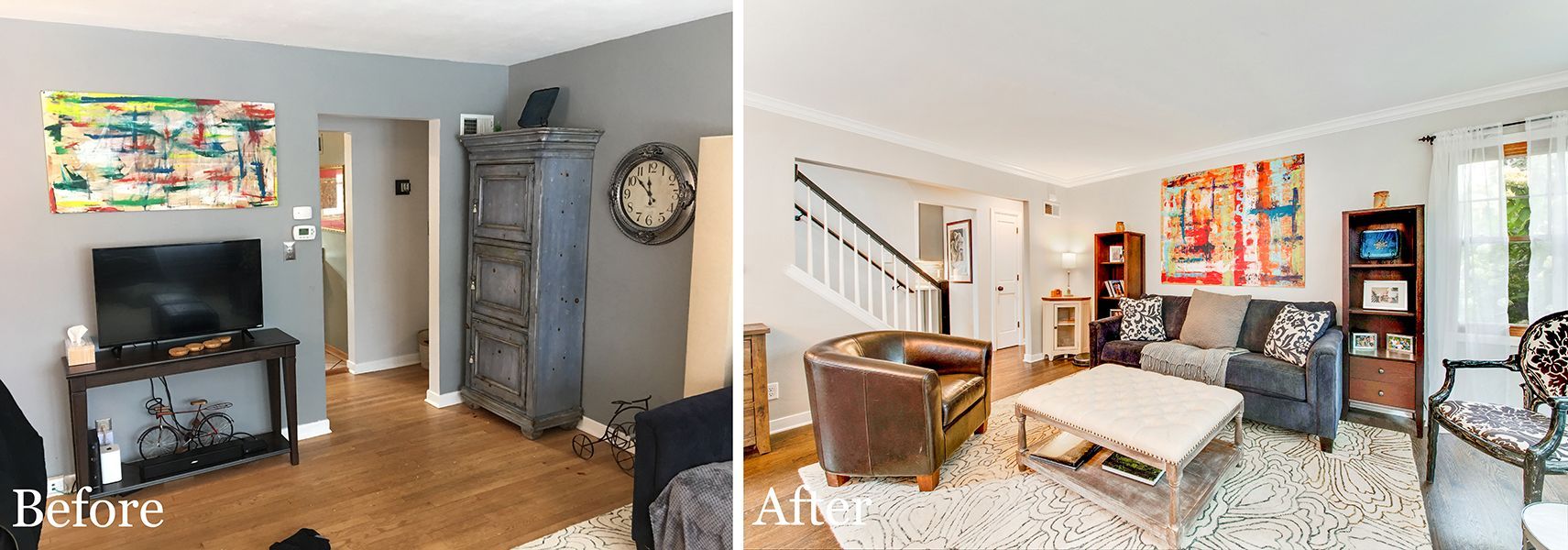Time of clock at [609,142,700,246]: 11:52
